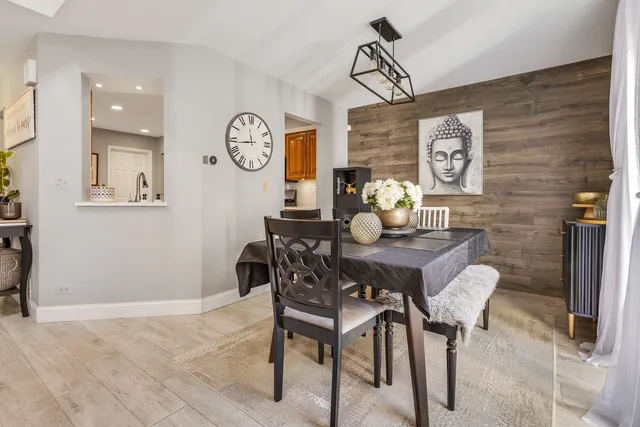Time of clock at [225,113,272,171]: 11:43
